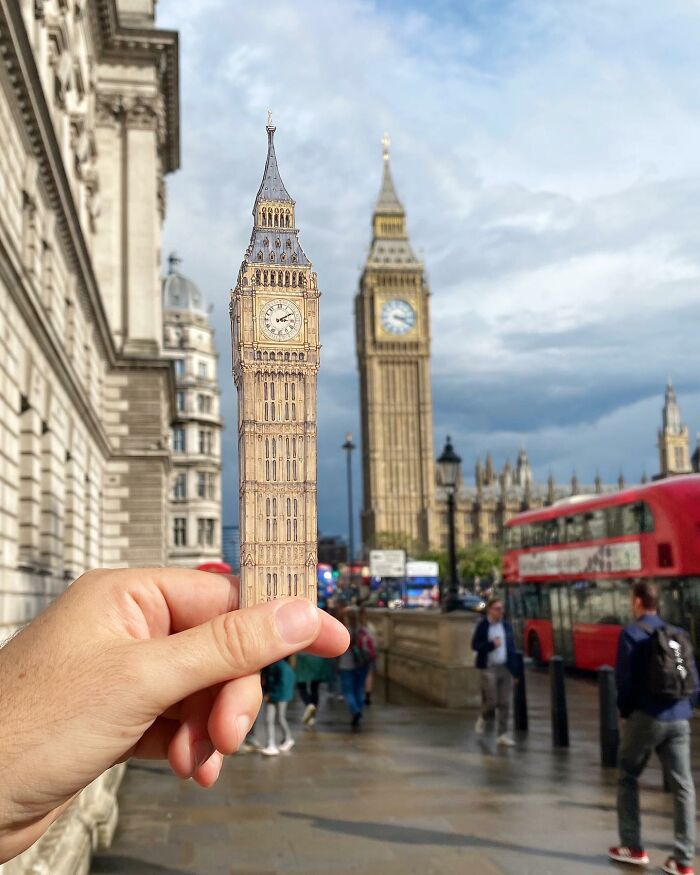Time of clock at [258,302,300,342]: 3:10
